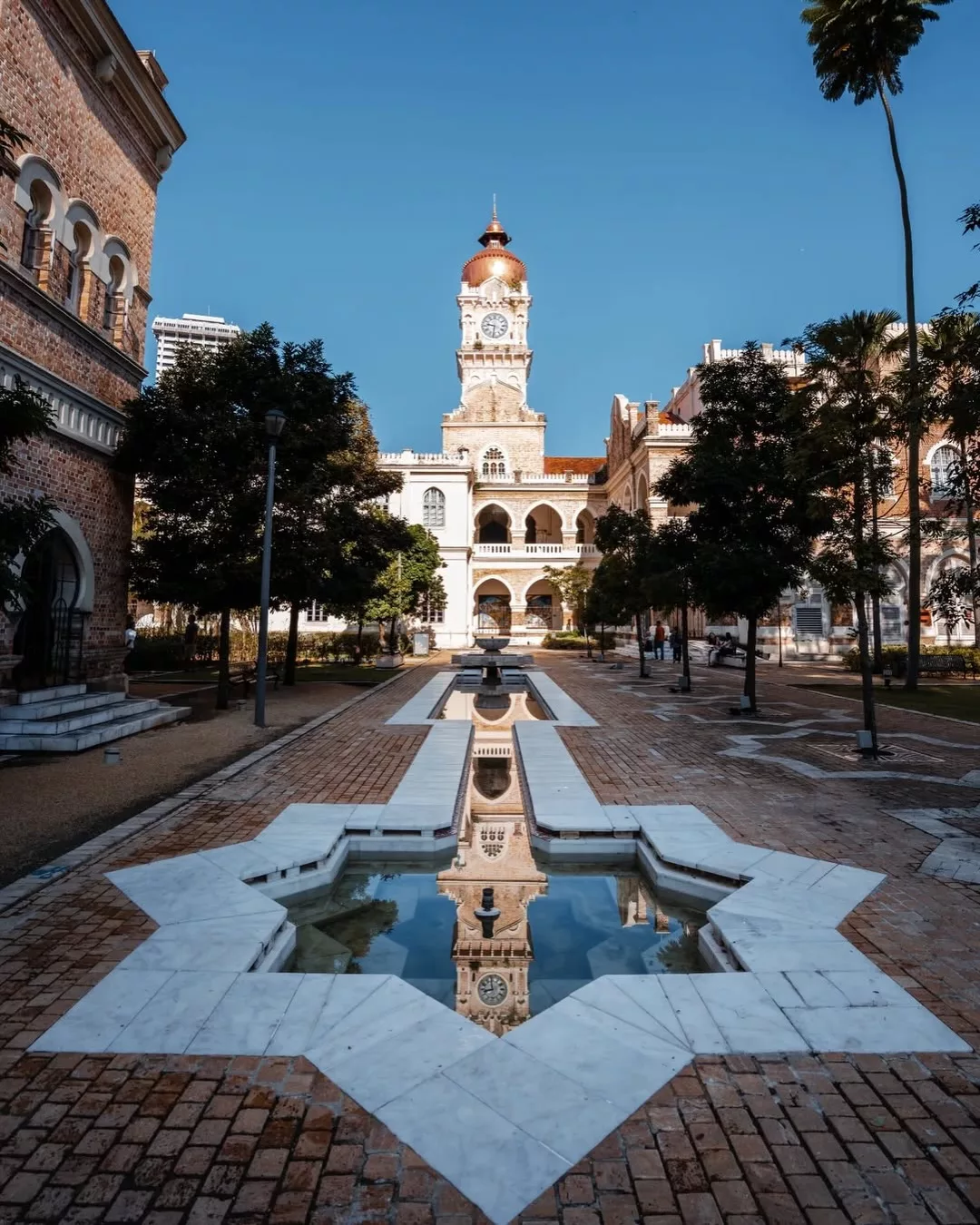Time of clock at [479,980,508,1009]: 11:42
